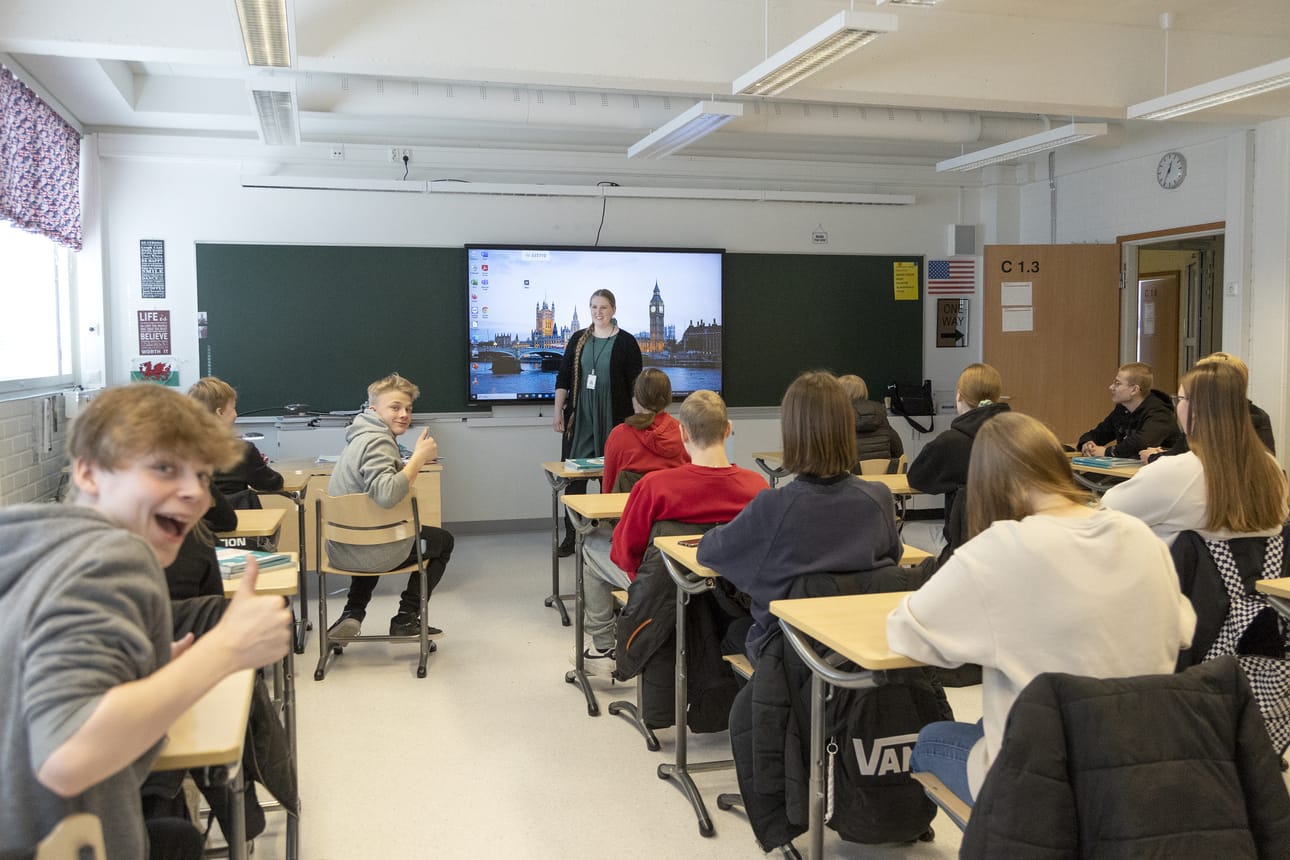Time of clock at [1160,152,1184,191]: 12:35
